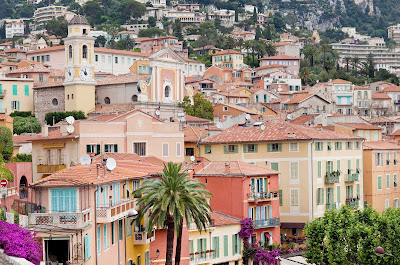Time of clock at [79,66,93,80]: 11:52
